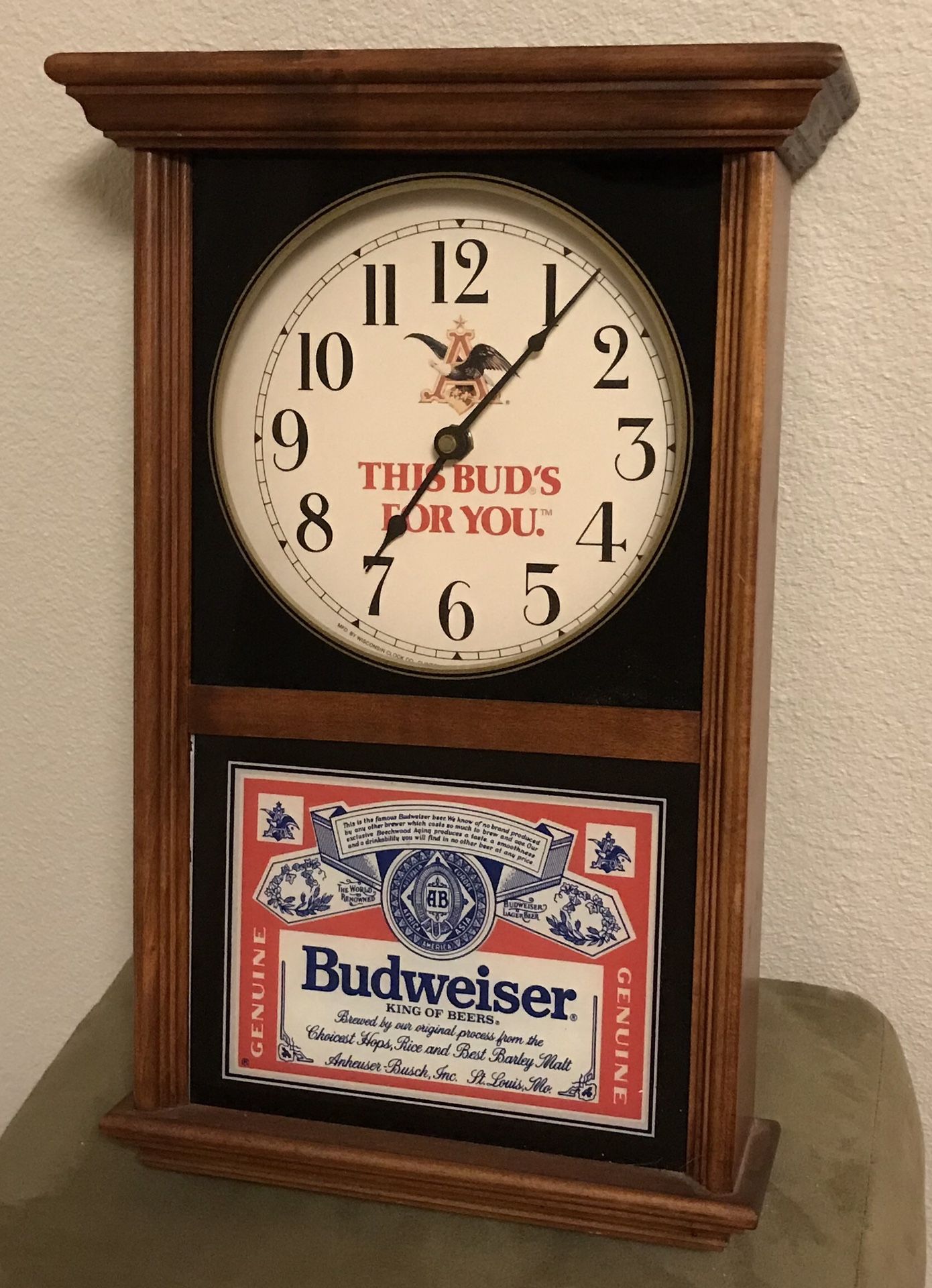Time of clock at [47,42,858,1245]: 12:06
